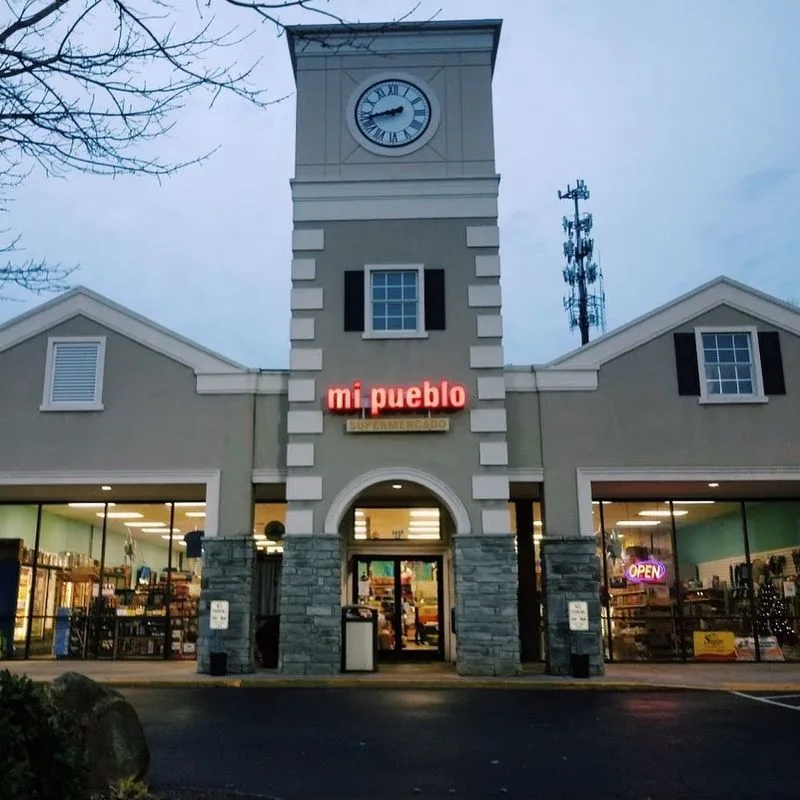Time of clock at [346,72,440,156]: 8:42
